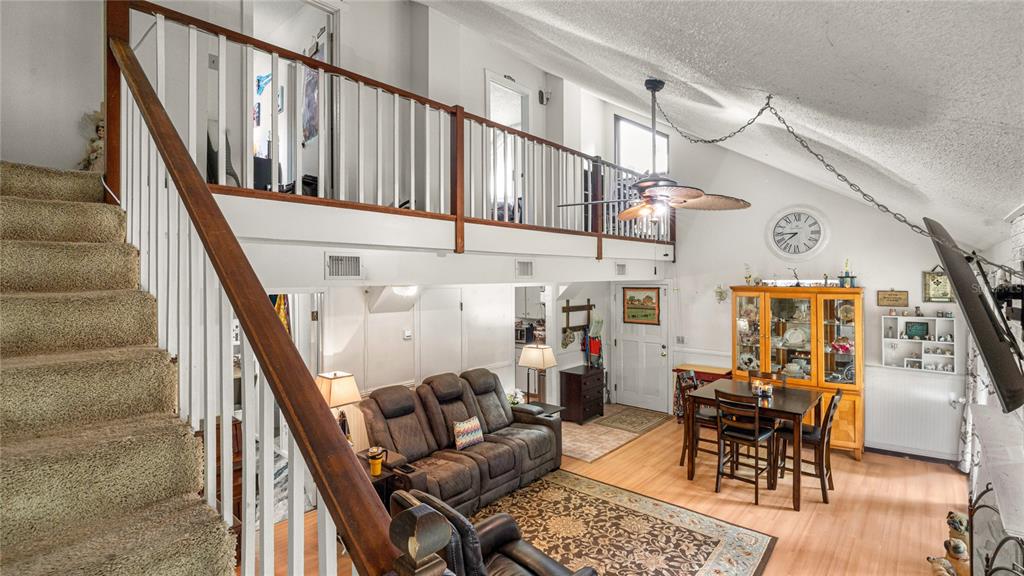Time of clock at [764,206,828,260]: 7:44
